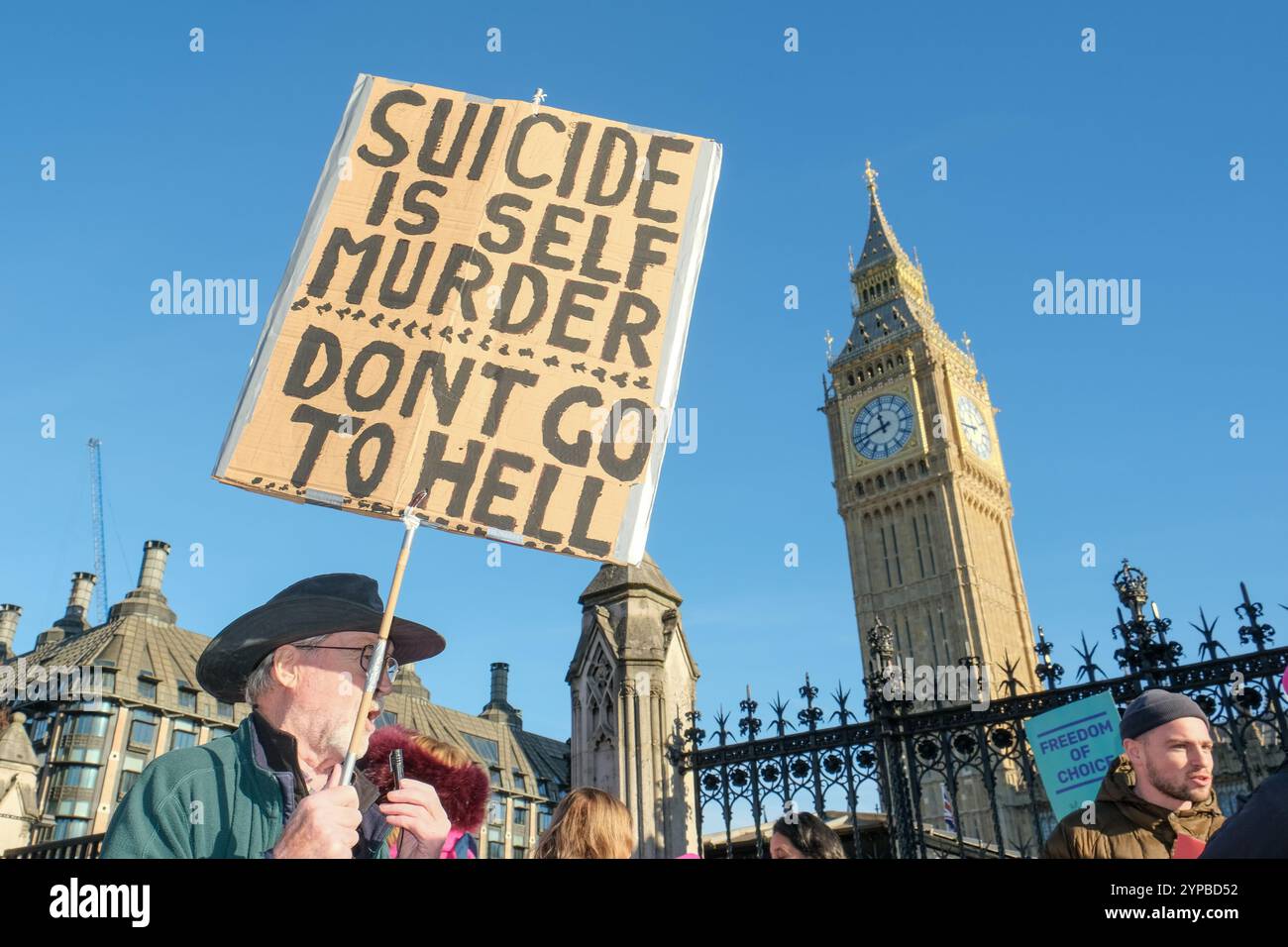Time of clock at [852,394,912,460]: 11:42
